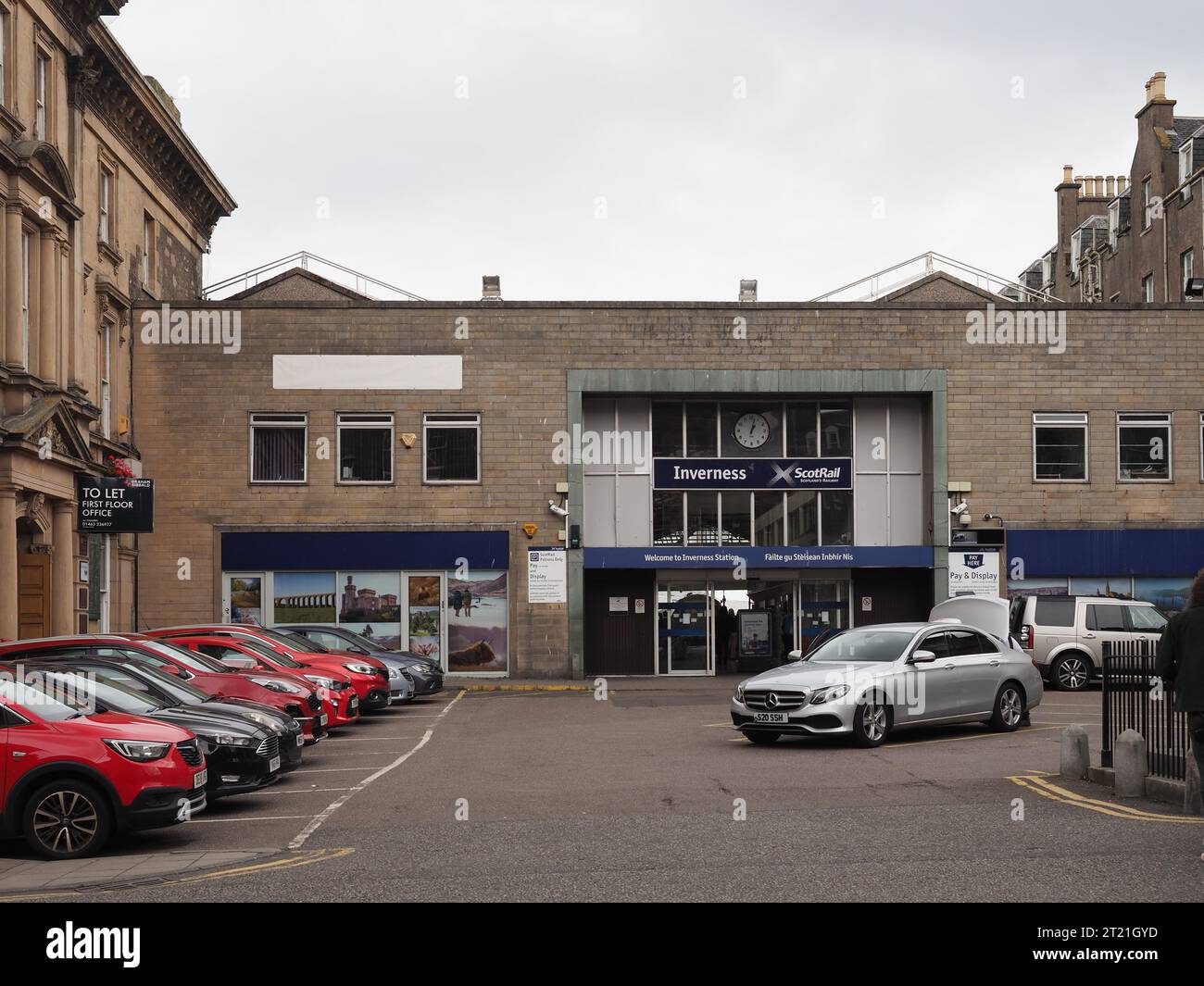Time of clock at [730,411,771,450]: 1:02
